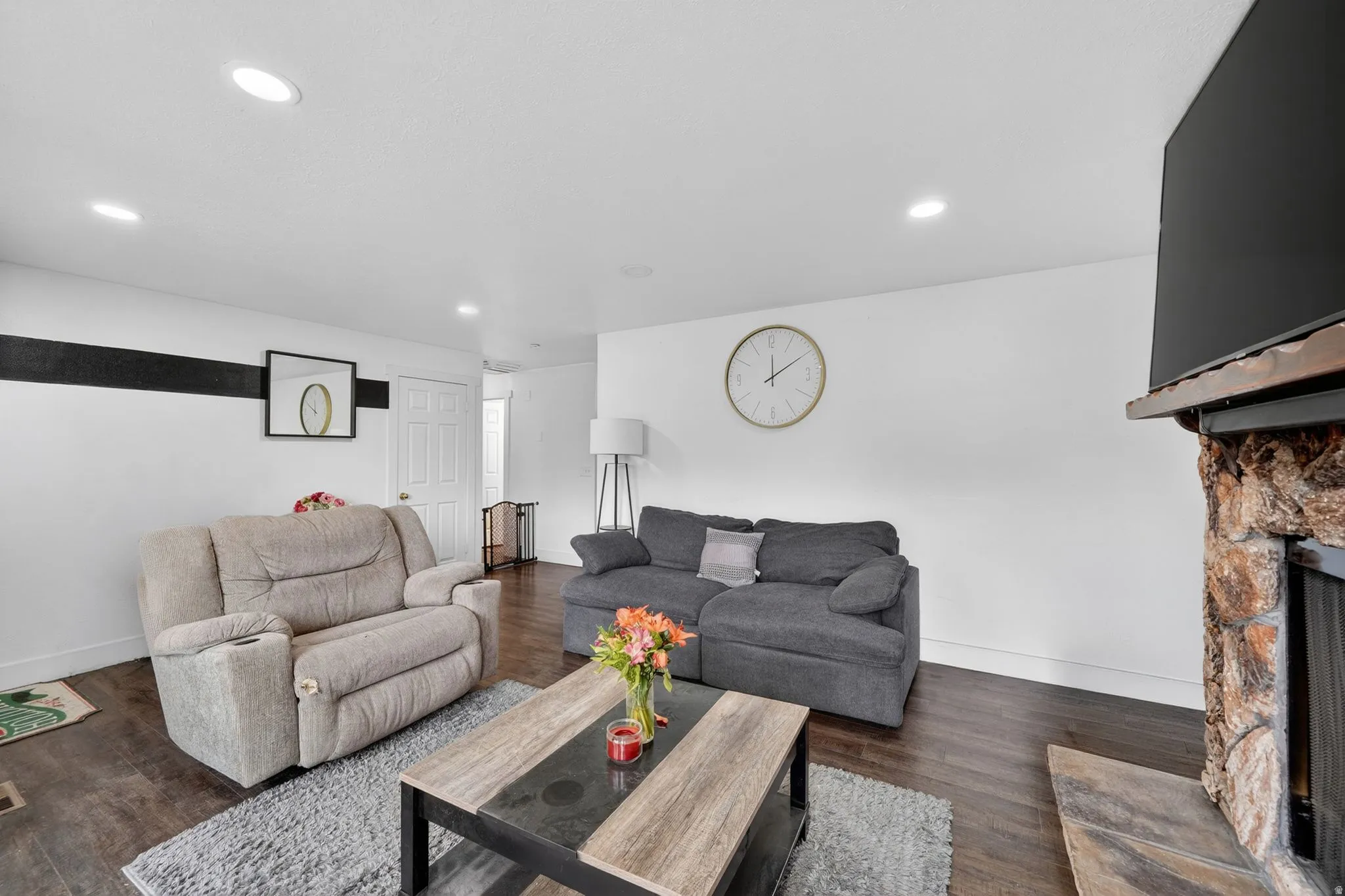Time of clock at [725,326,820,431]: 12:09
